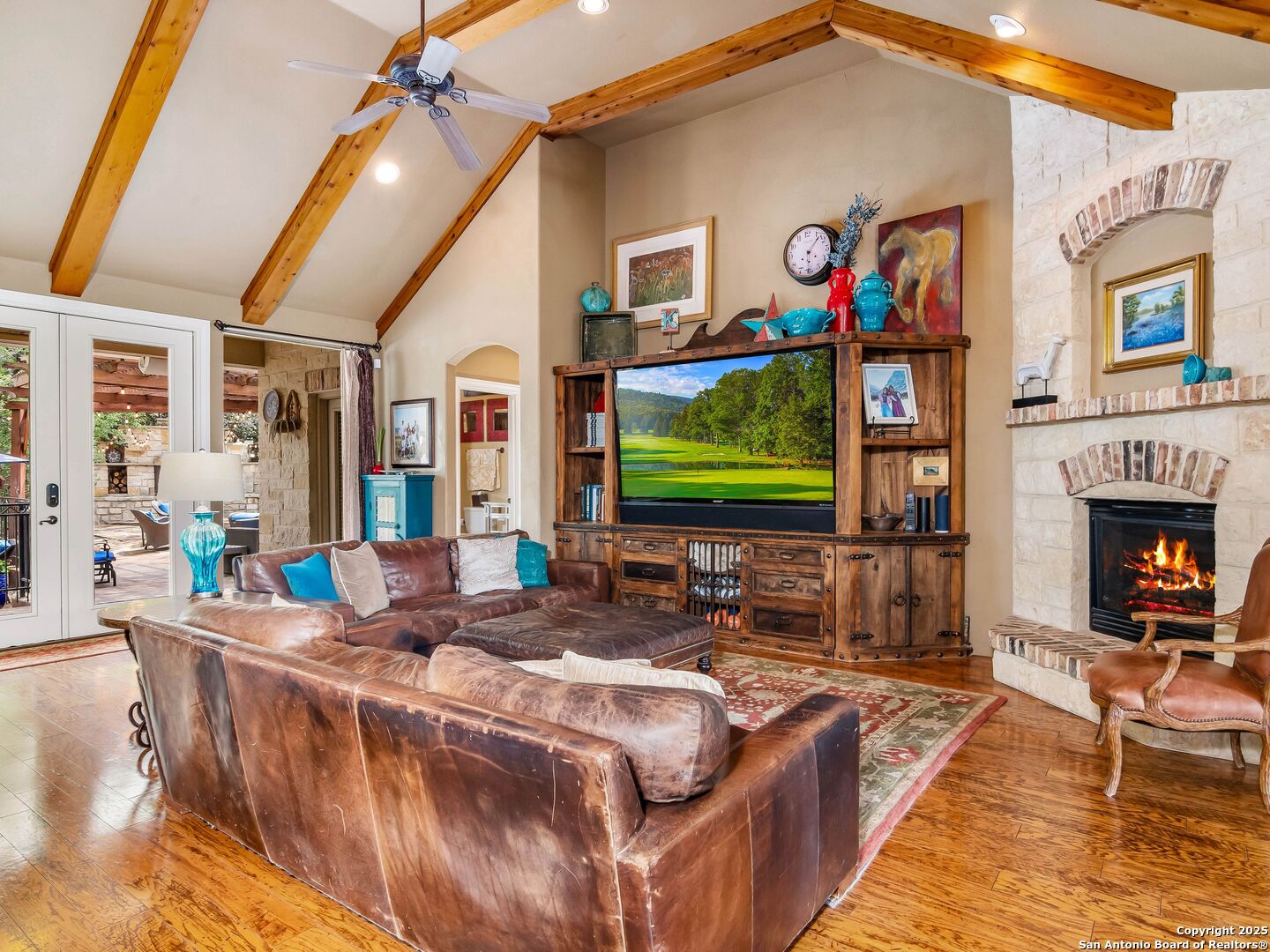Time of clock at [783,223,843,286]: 6:07
